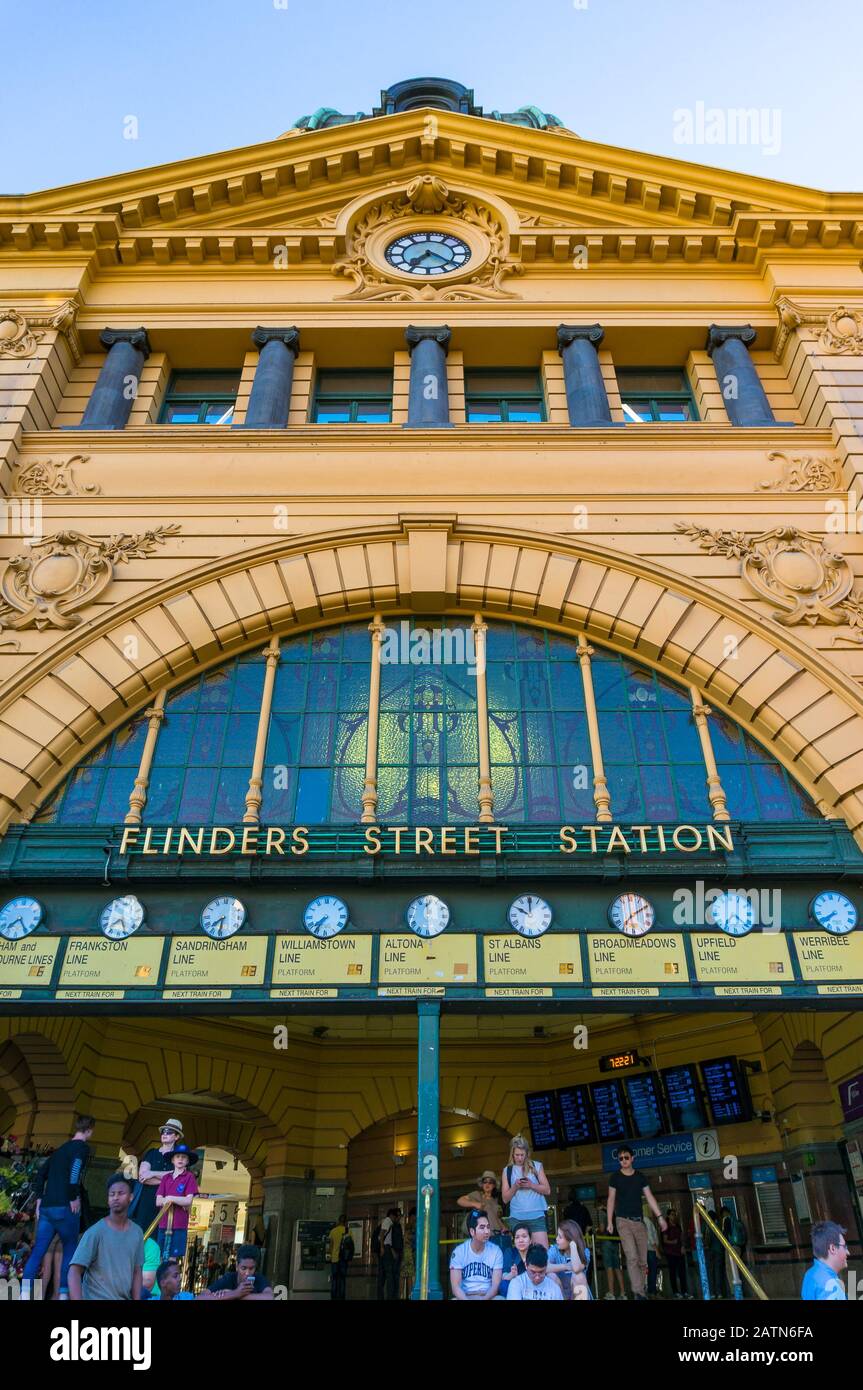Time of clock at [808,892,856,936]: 7:40
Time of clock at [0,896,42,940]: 7:24
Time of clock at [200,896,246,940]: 7:31
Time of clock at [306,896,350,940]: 7:36
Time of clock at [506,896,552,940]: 10:00
